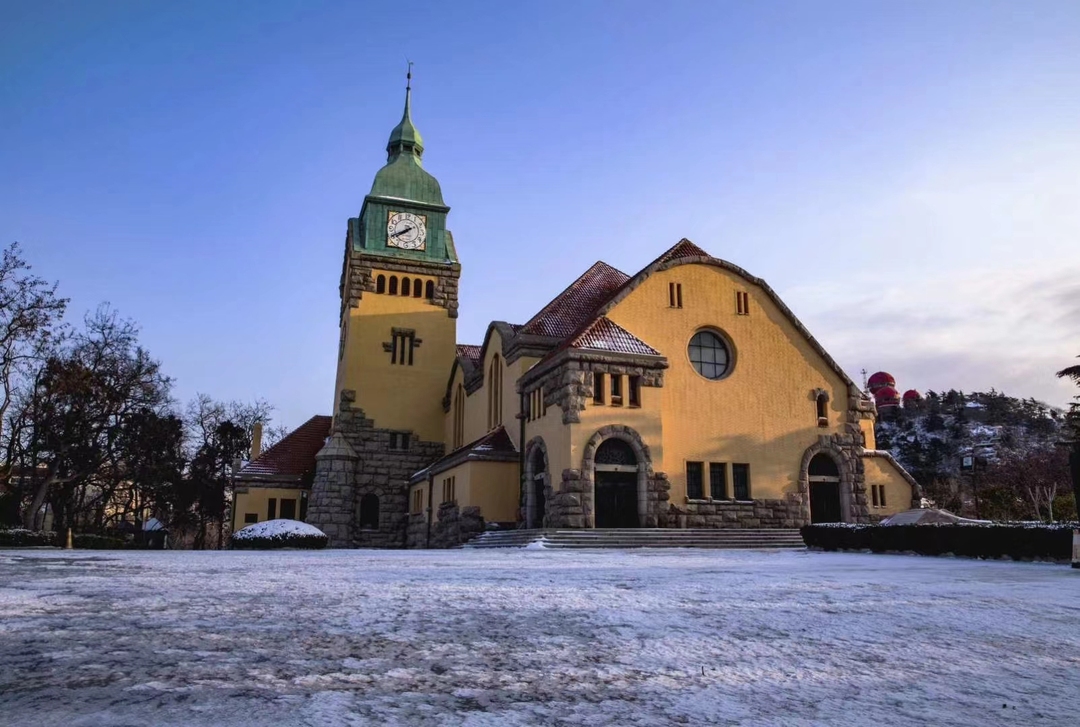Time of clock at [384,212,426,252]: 7:40
